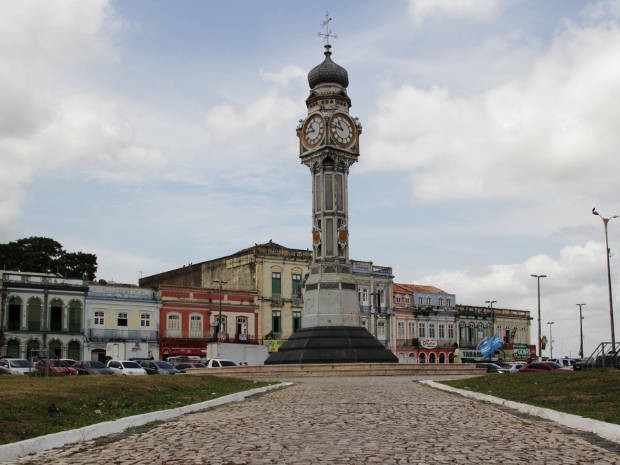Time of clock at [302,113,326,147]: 10:45
